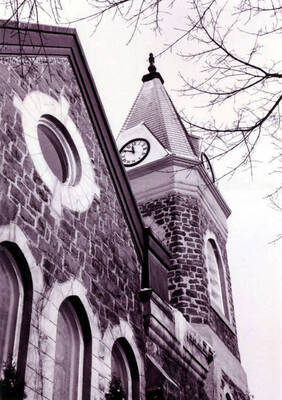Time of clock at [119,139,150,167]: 11:49
